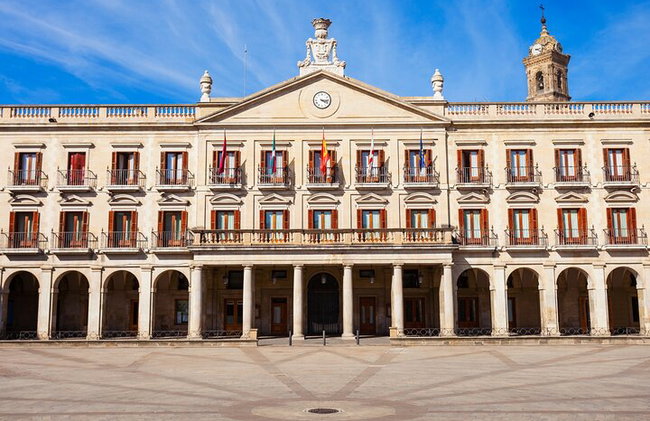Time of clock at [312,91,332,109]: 4:16
